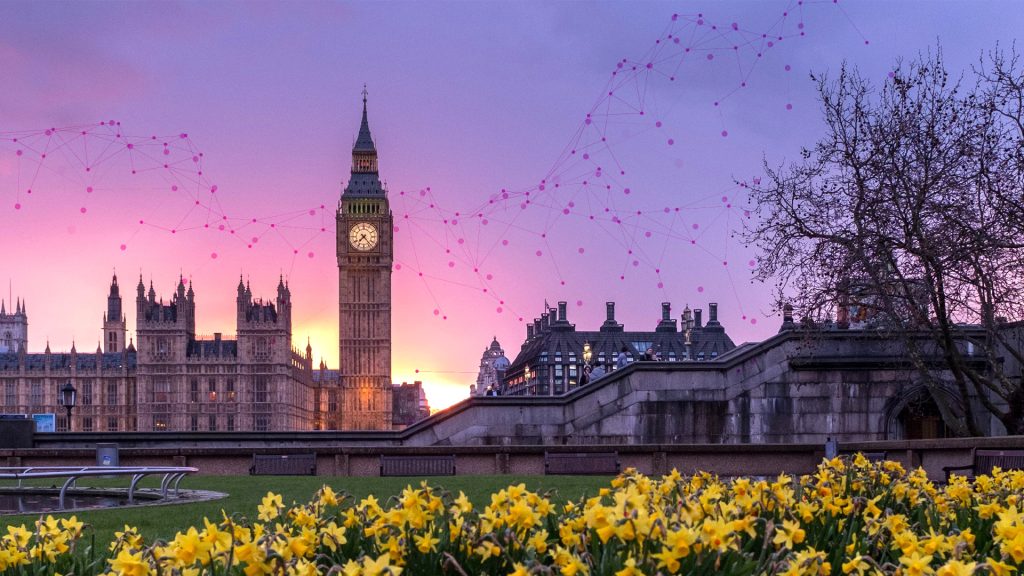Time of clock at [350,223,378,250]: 7:23
